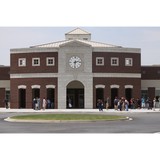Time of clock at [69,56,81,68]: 2:31
